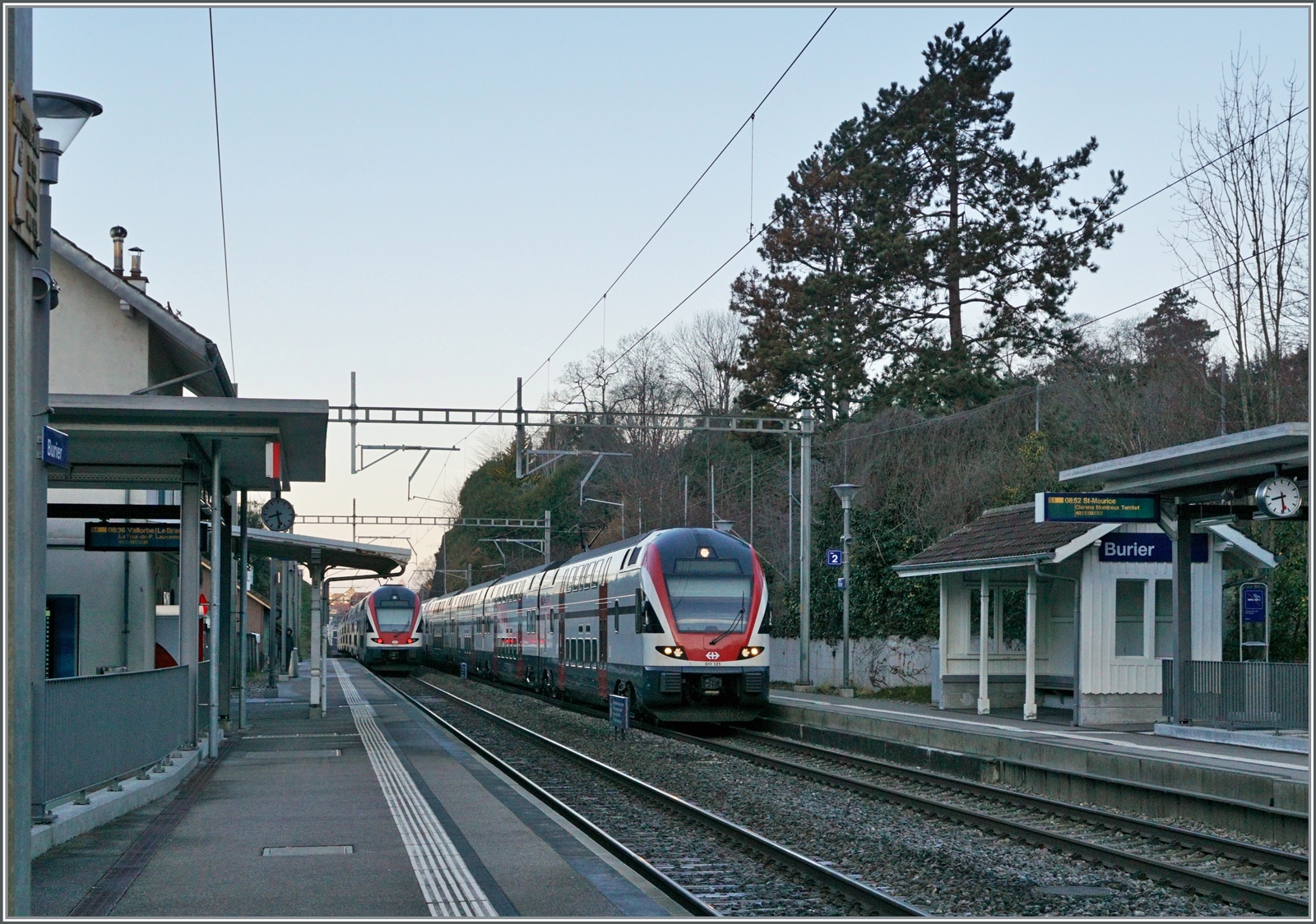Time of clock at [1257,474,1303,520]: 8:28
